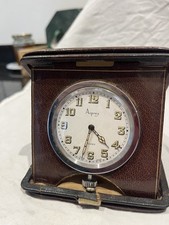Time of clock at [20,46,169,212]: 4:32
